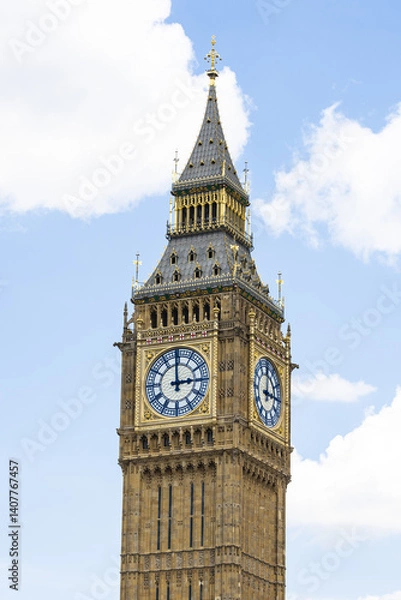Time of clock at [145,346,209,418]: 2:59
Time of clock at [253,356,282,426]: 12:14
